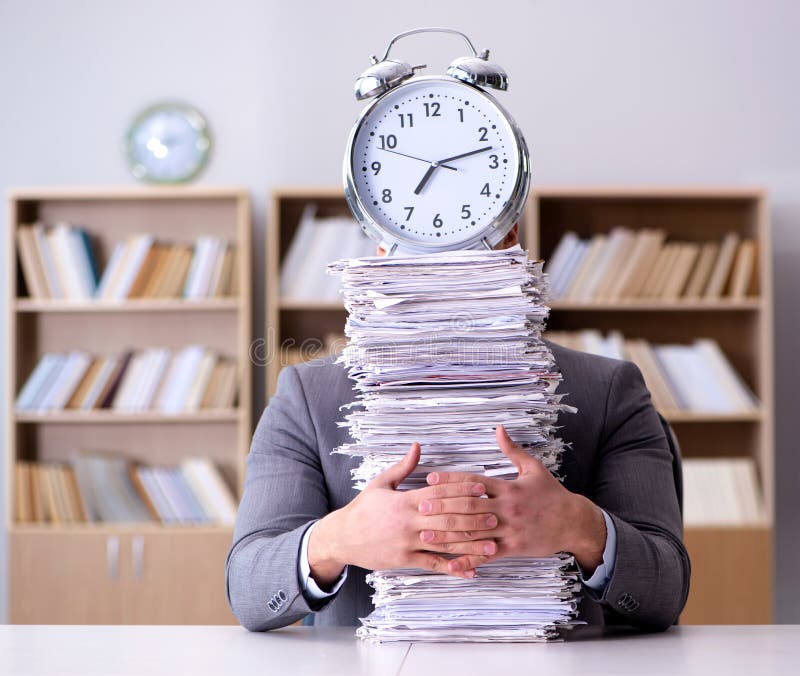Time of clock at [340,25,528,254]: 7:12
